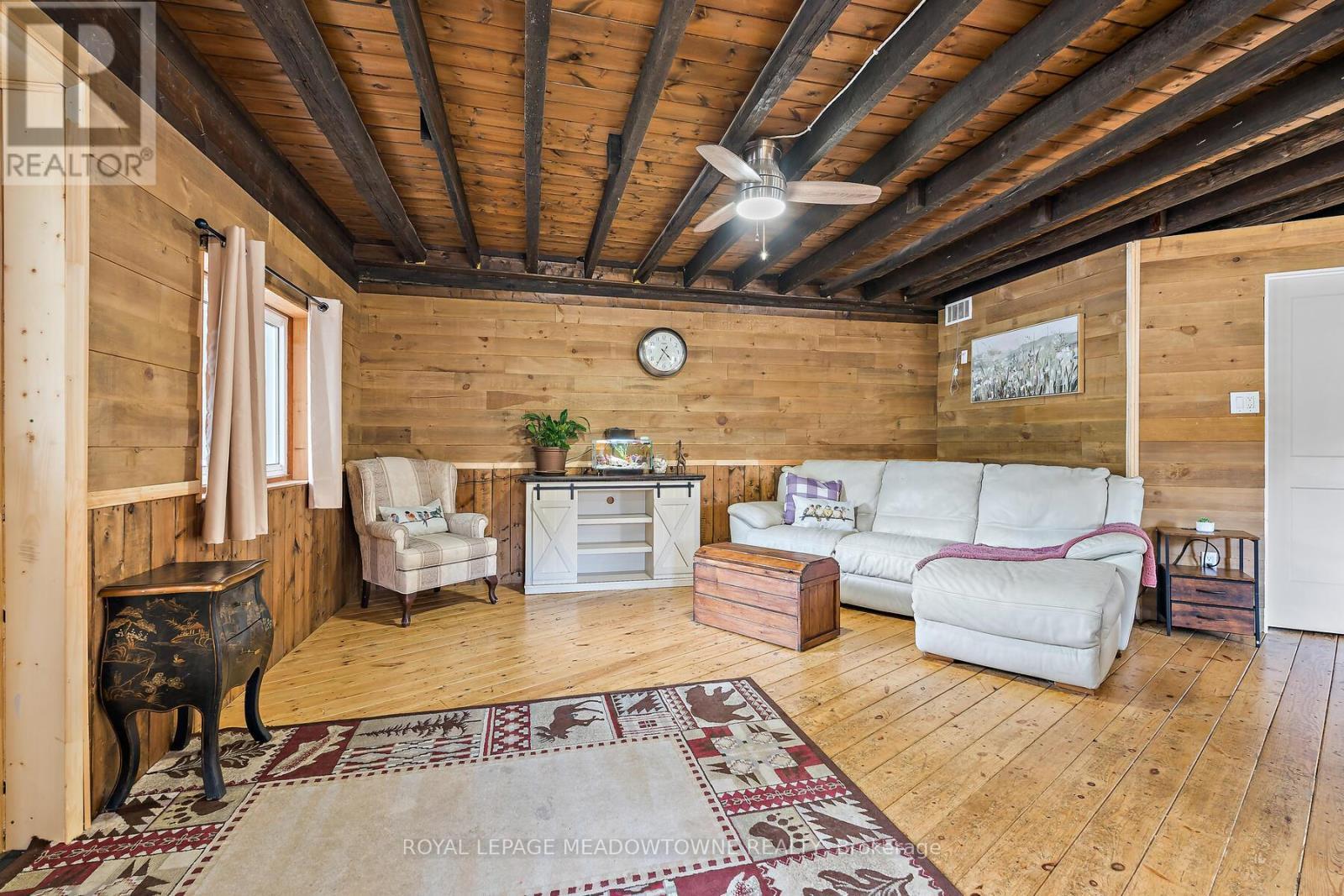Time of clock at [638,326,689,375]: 4:35
